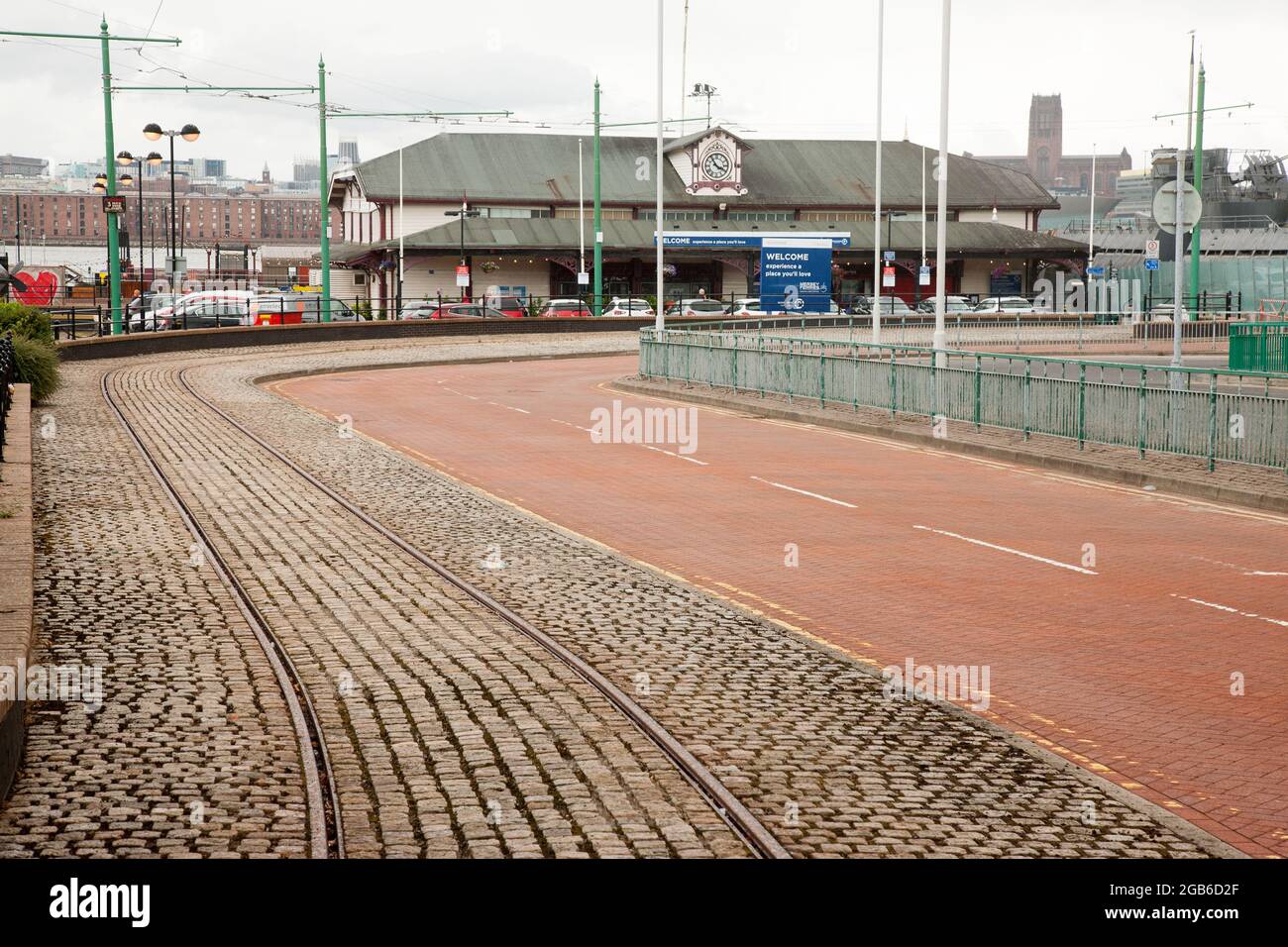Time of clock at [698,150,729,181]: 3:54
